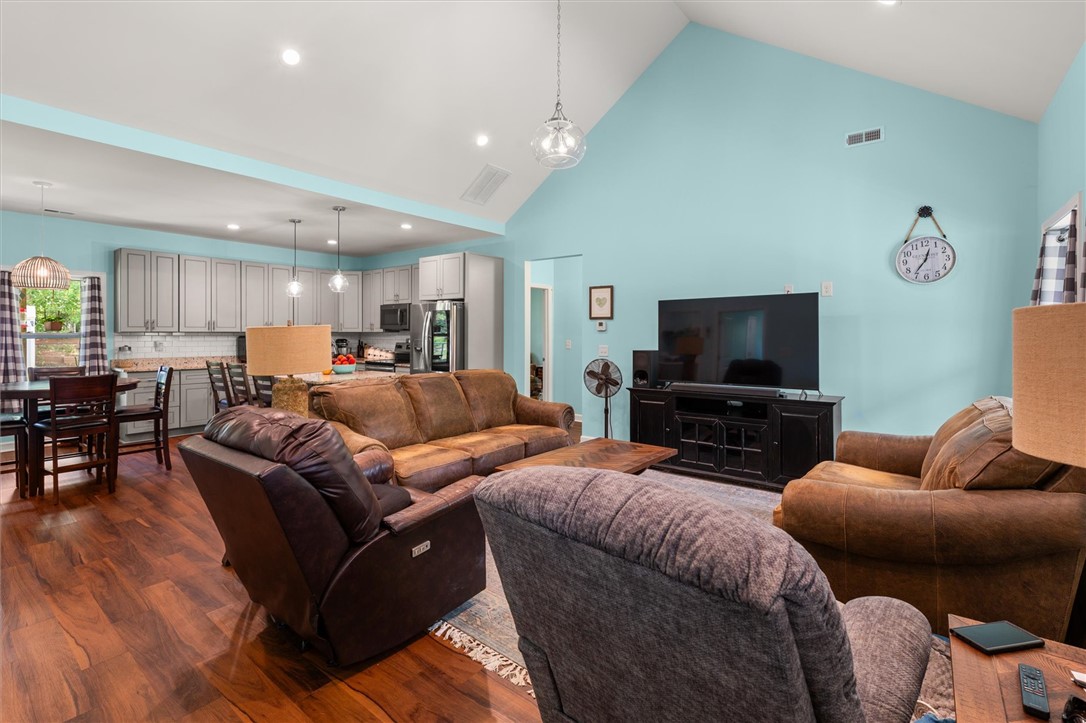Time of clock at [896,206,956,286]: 12:36
